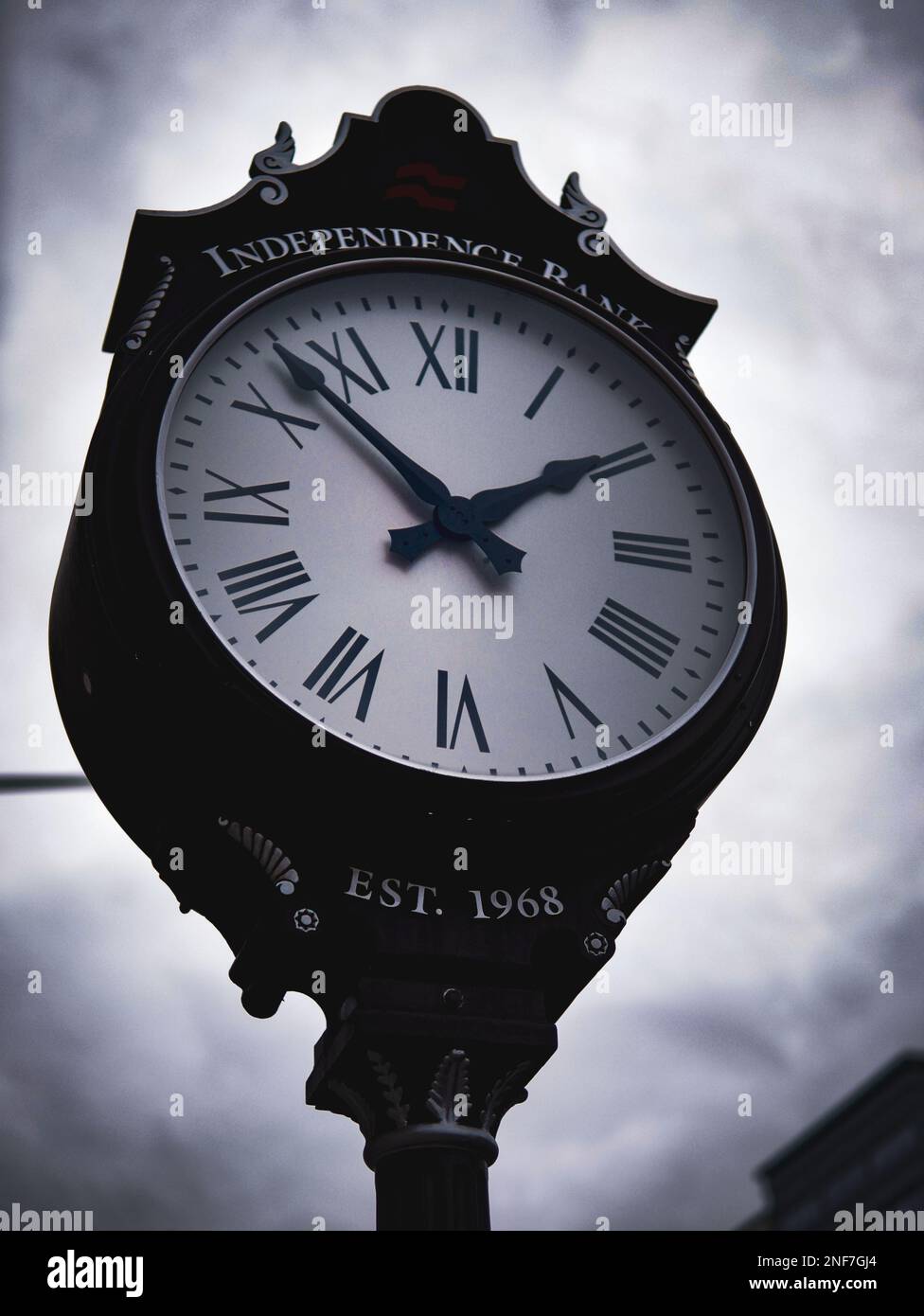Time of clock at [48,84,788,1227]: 1:52
